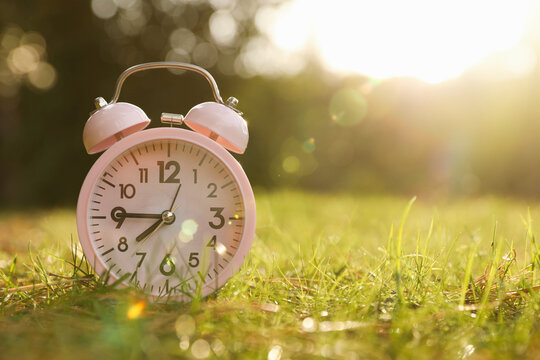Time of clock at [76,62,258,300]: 7:45
